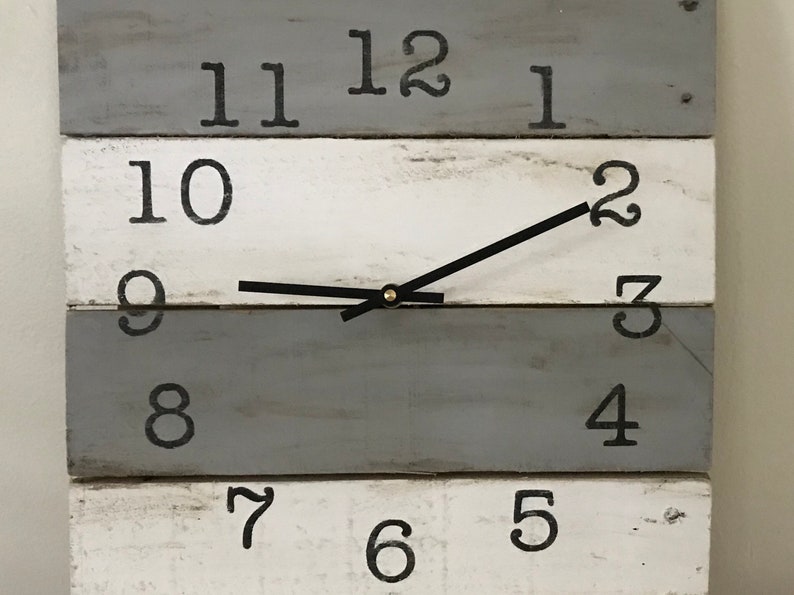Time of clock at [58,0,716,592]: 9:10
